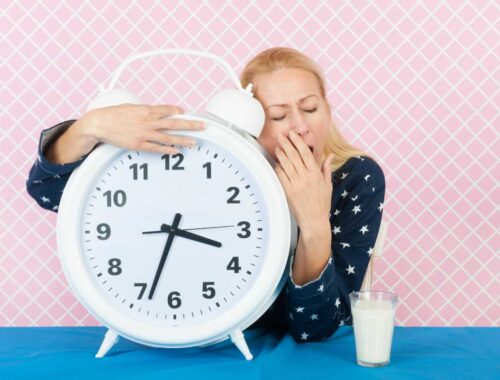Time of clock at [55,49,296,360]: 3:33
